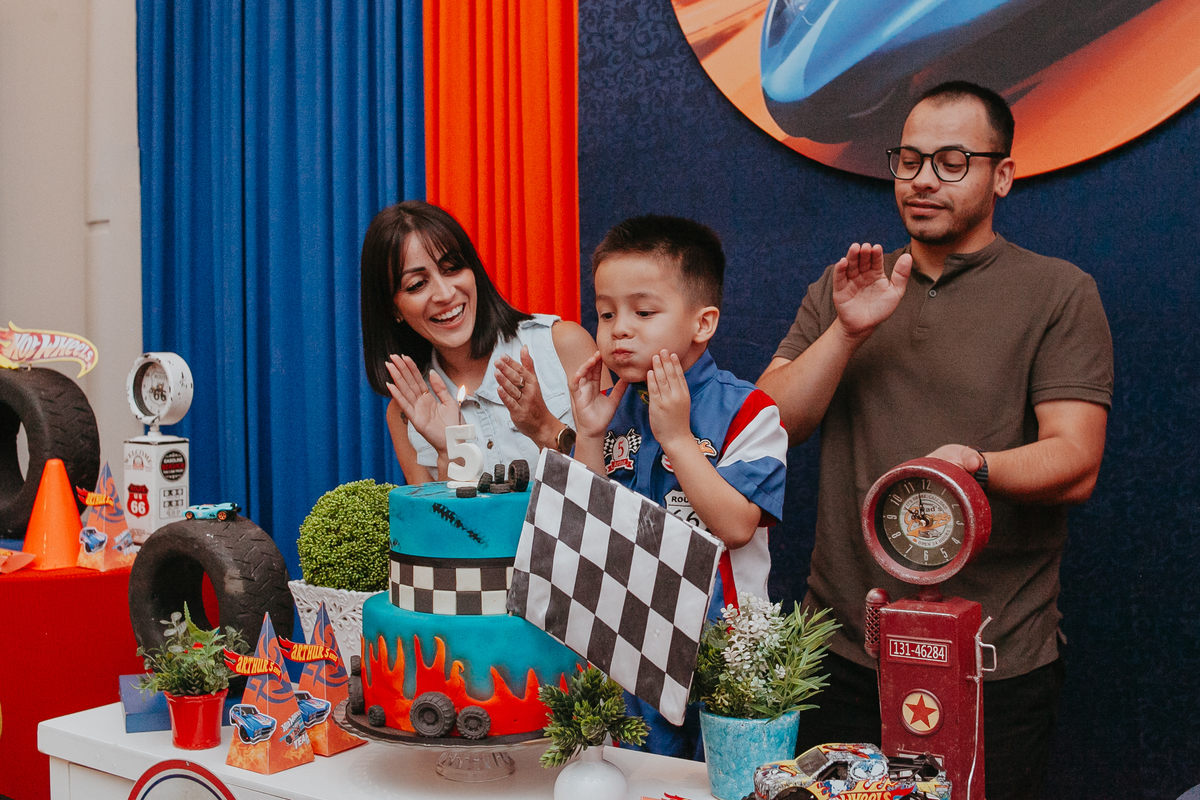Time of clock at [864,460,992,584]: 9:57
